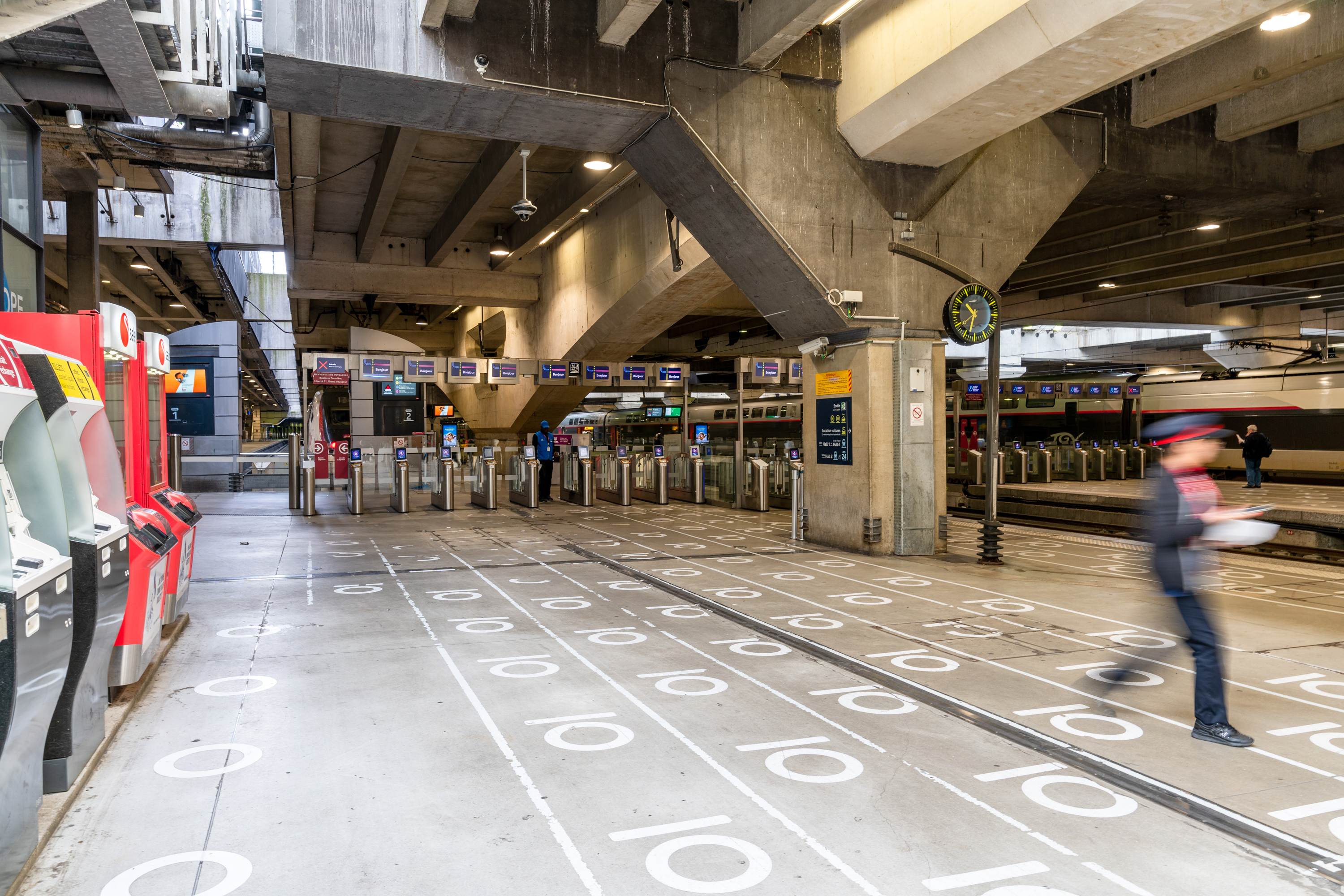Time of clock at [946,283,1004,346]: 10:32
